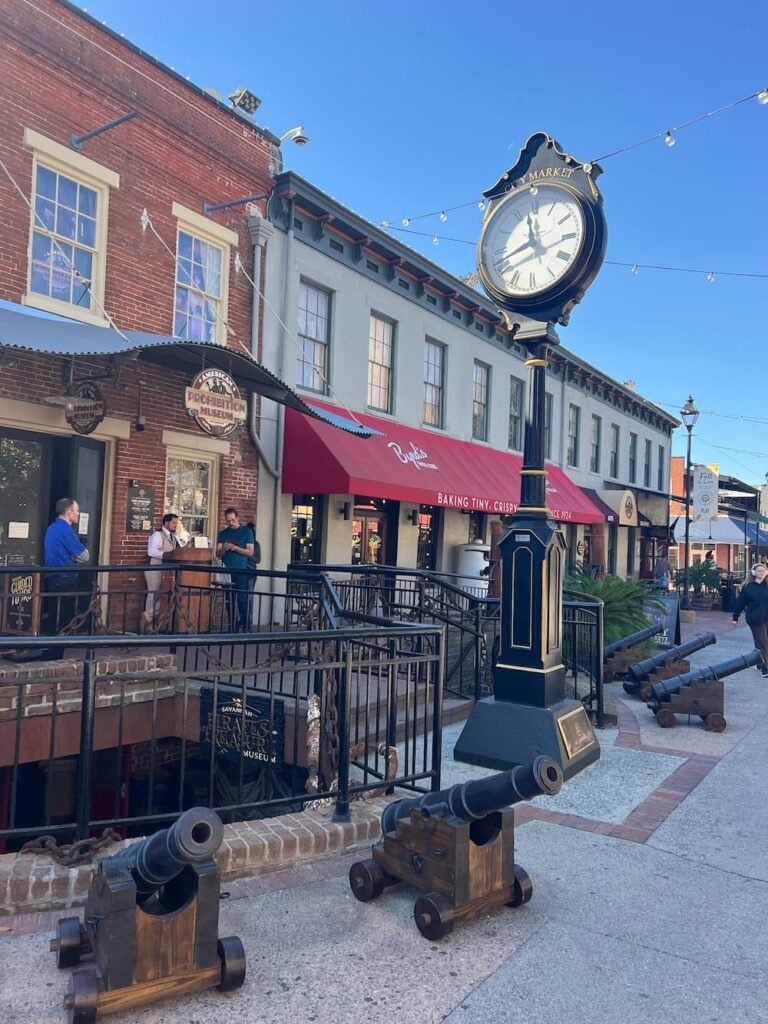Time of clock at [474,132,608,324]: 11:41
